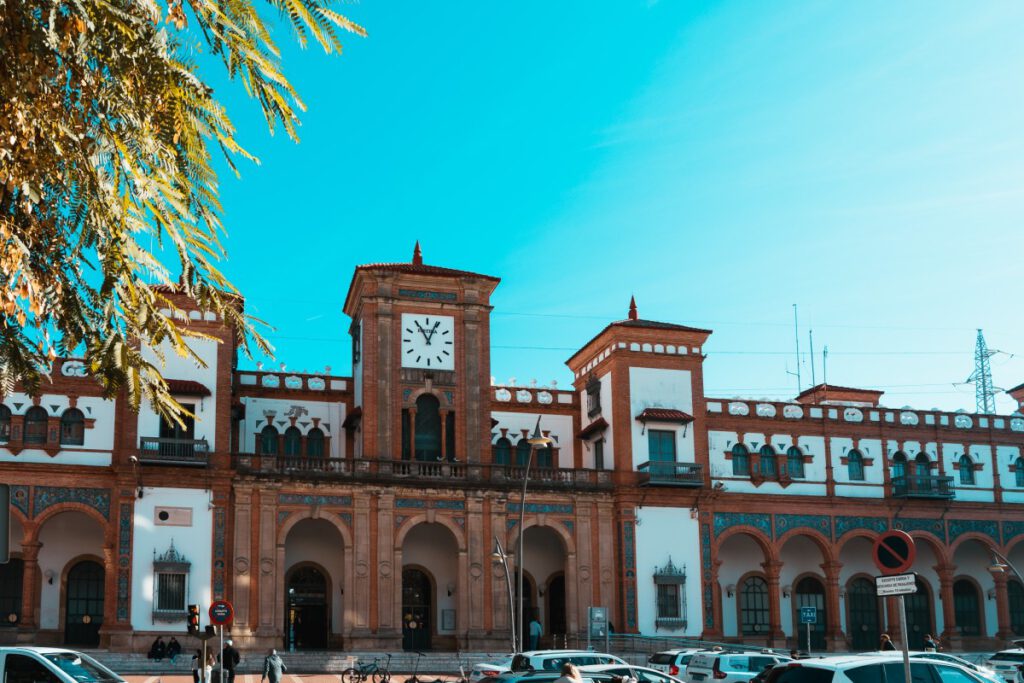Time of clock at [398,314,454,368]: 11:04
